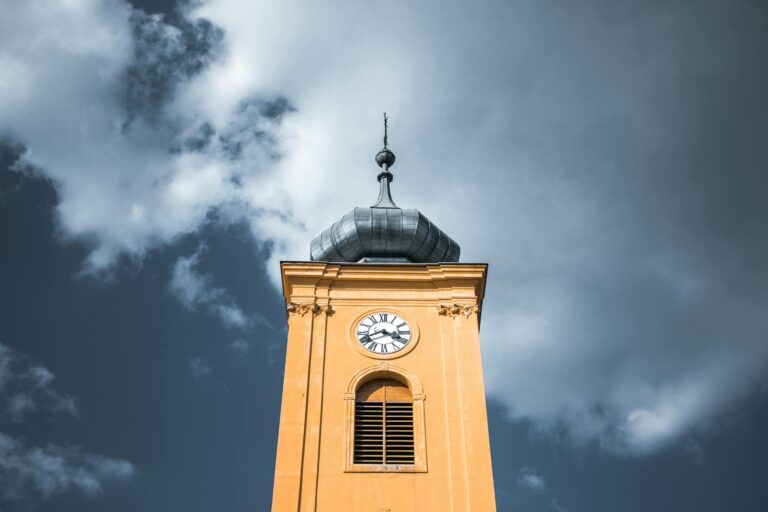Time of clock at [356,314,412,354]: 3:41
